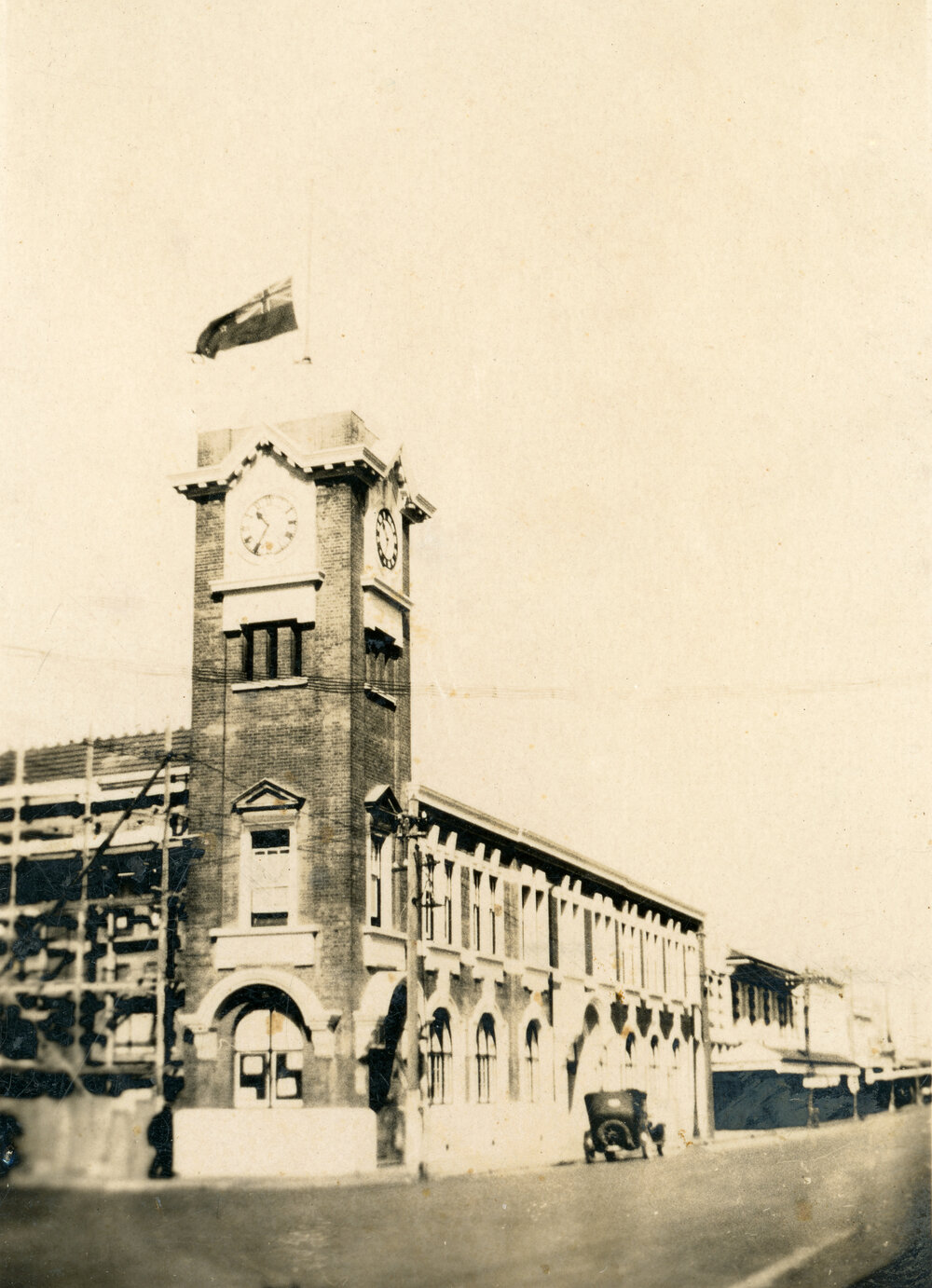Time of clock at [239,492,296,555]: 10:35
